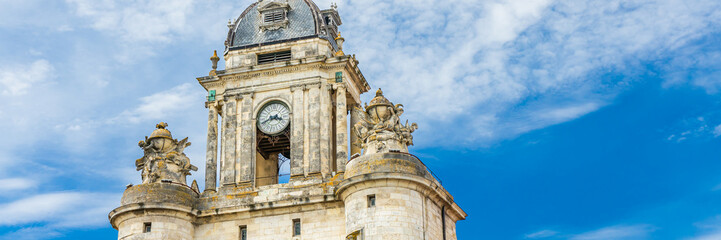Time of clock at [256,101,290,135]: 3:40
